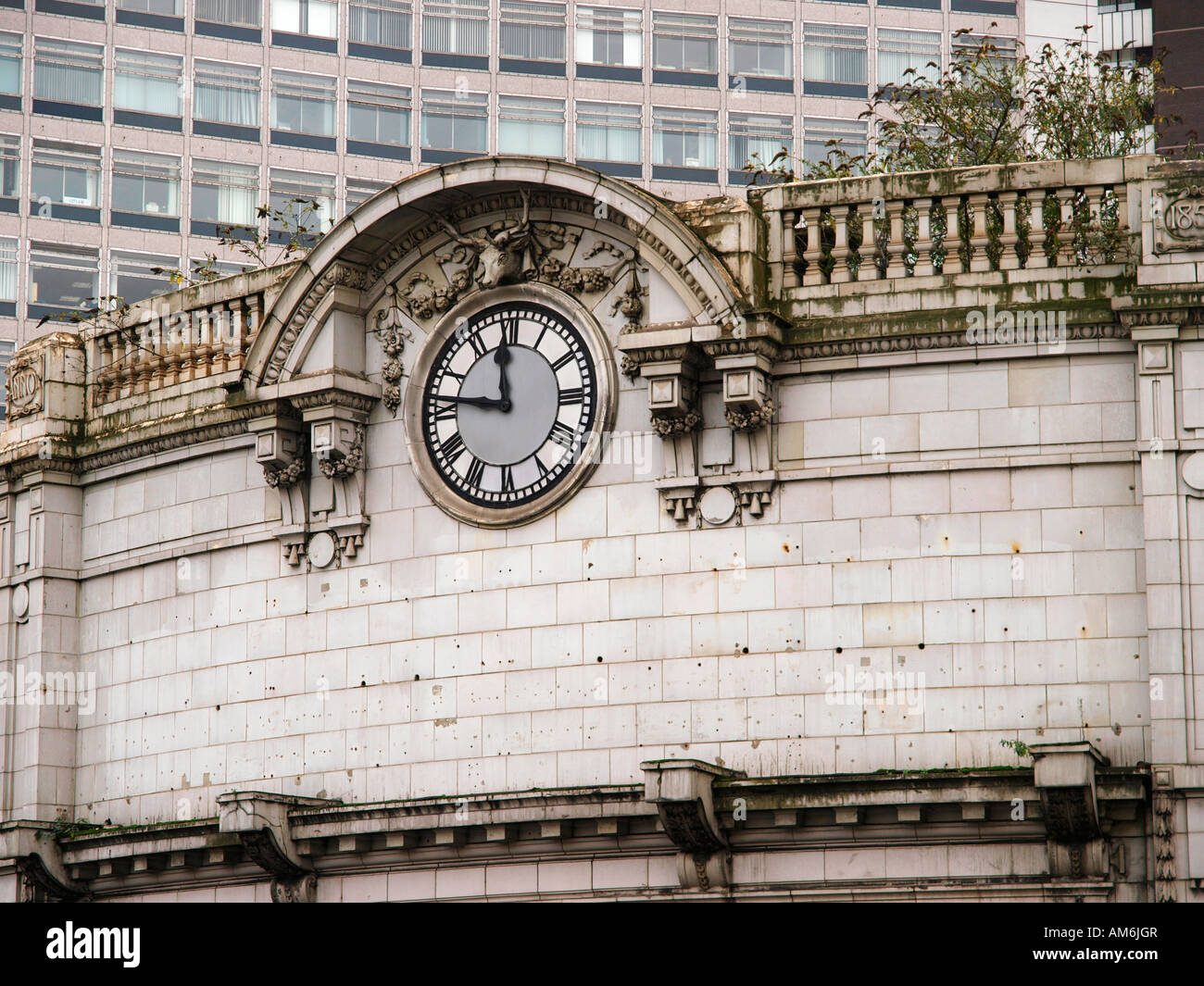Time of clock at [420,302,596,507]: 11:46
